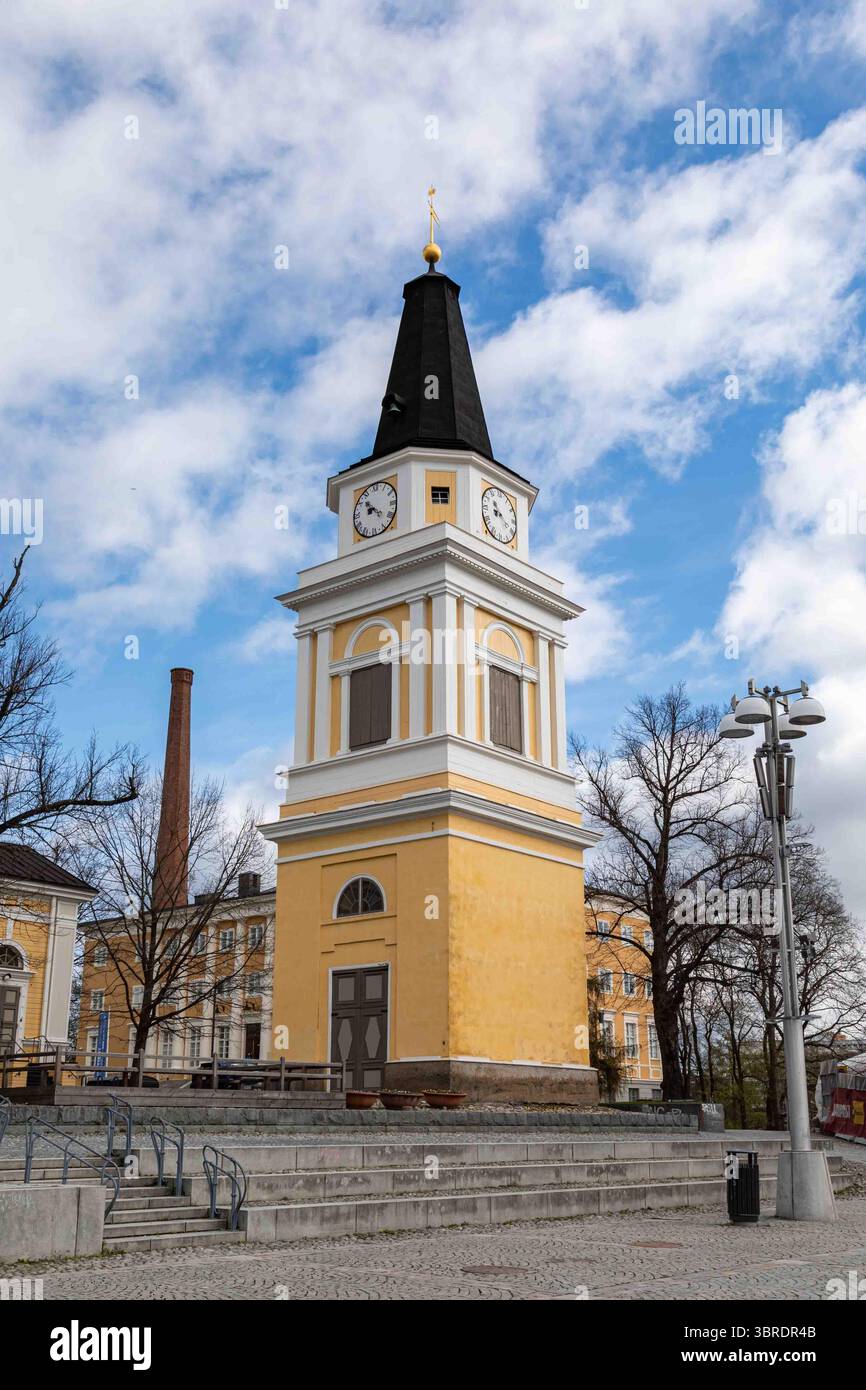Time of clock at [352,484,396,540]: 8:52
